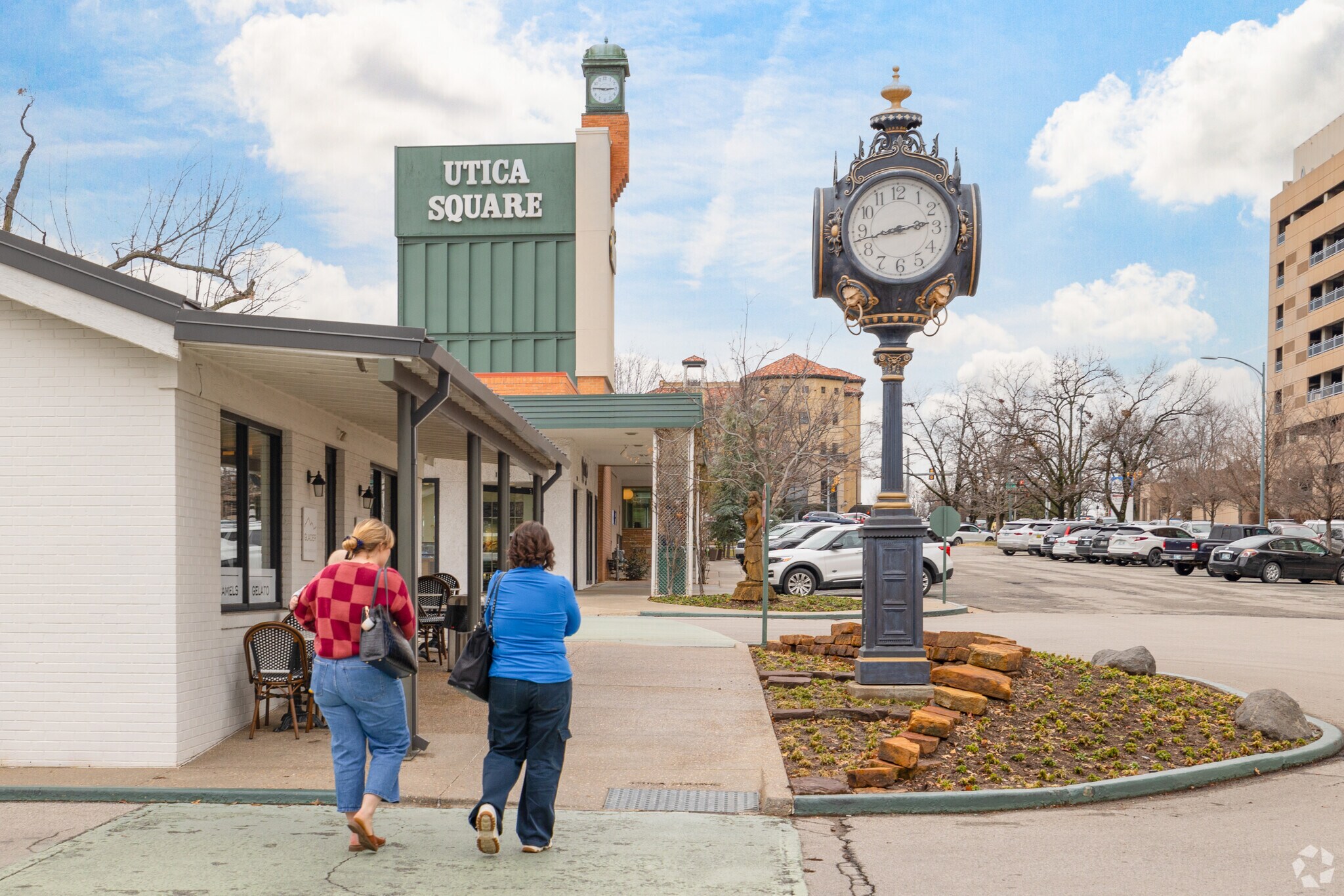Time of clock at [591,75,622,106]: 2:46
